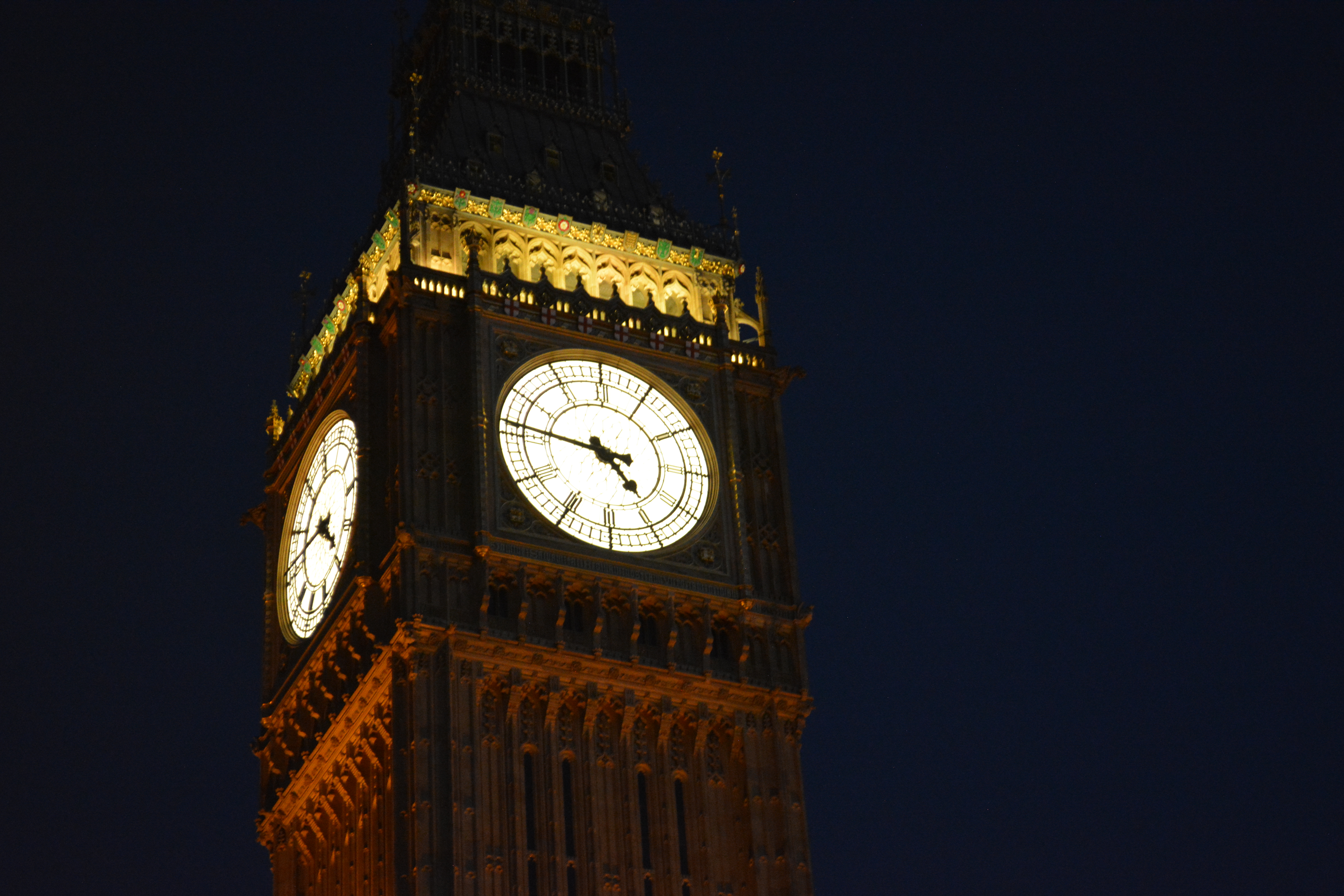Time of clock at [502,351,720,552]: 4:46
